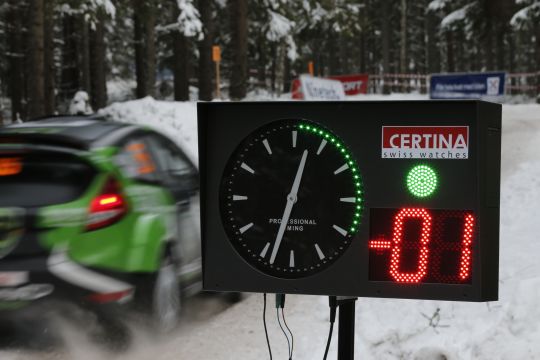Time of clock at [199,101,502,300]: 12:32
